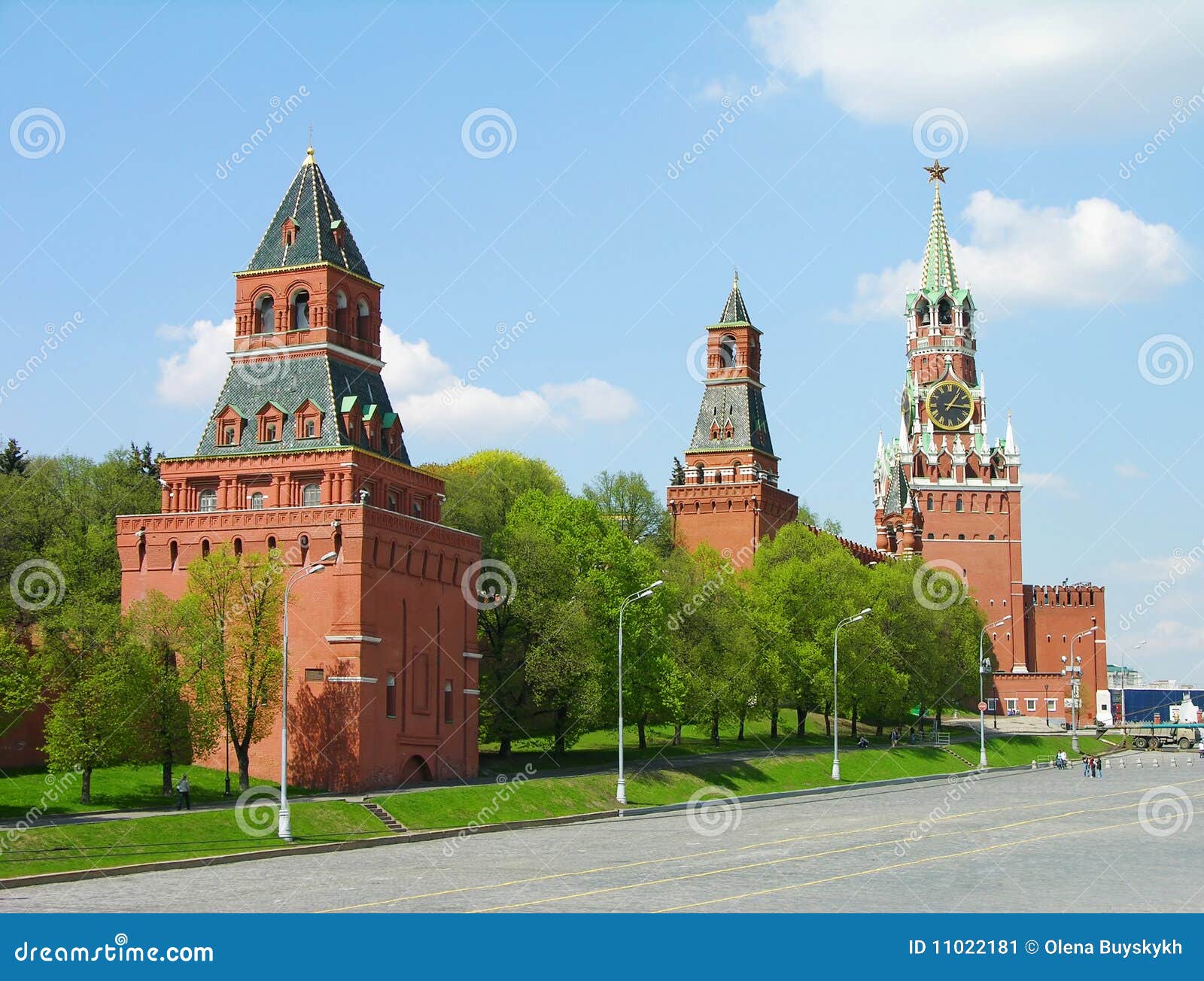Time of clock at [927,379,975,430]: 1:16
